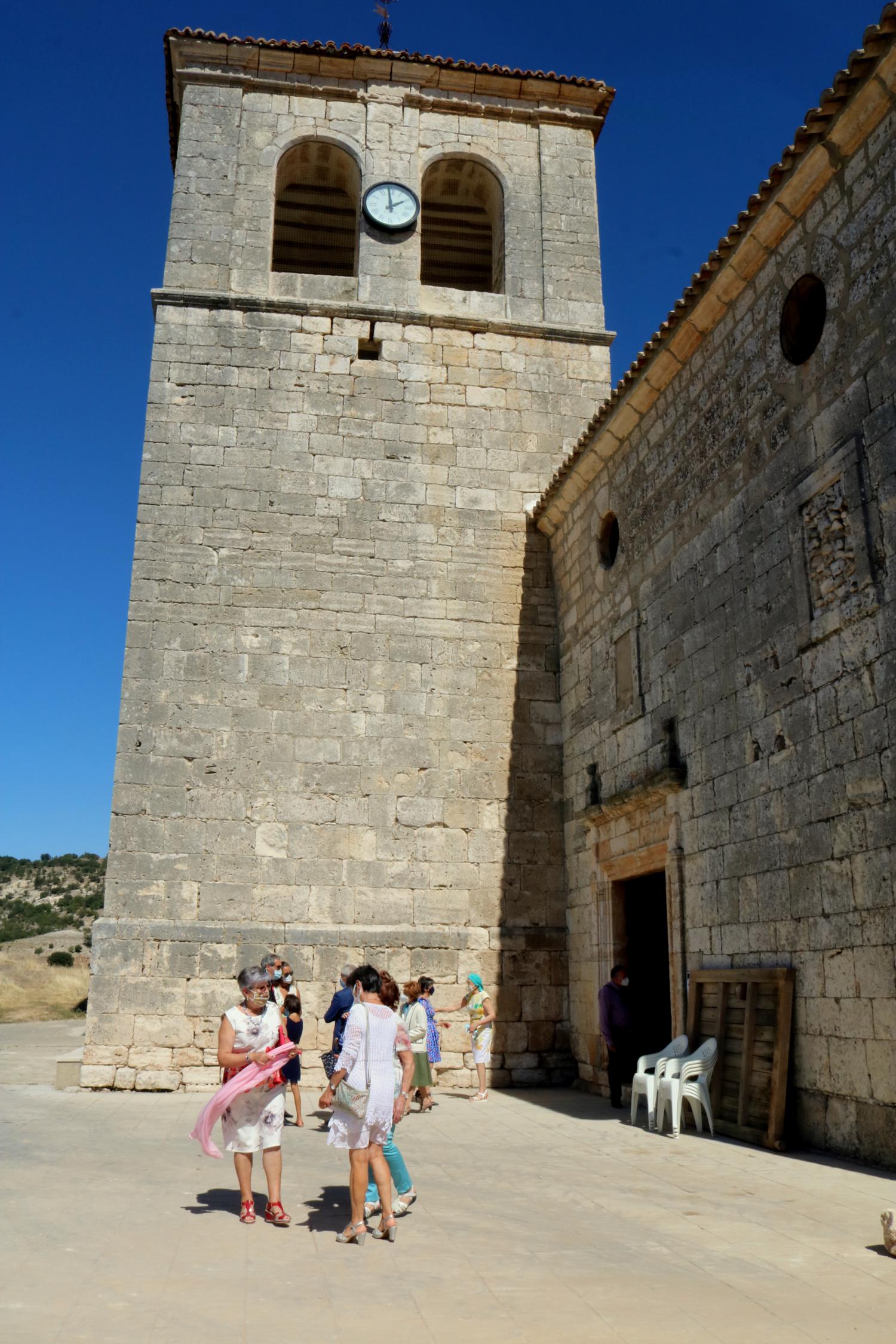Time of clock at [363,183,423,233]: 1:59
